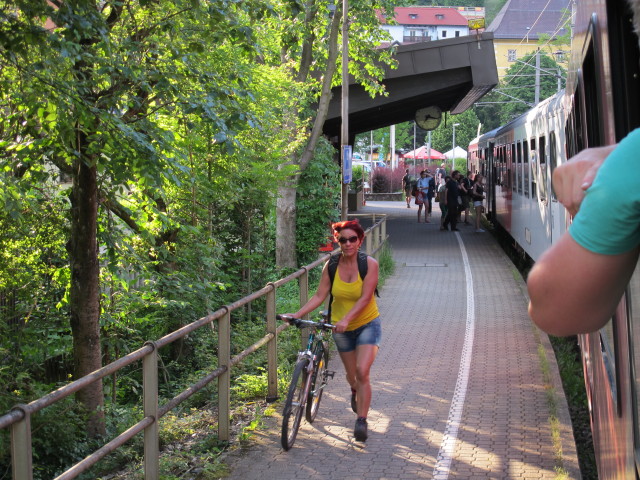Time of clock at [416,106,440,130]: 7:17
